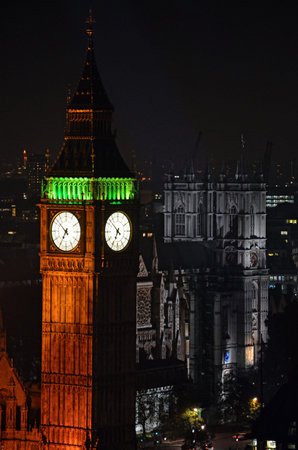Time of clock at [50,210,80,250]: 6:52
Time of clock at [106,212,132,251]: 6:52
